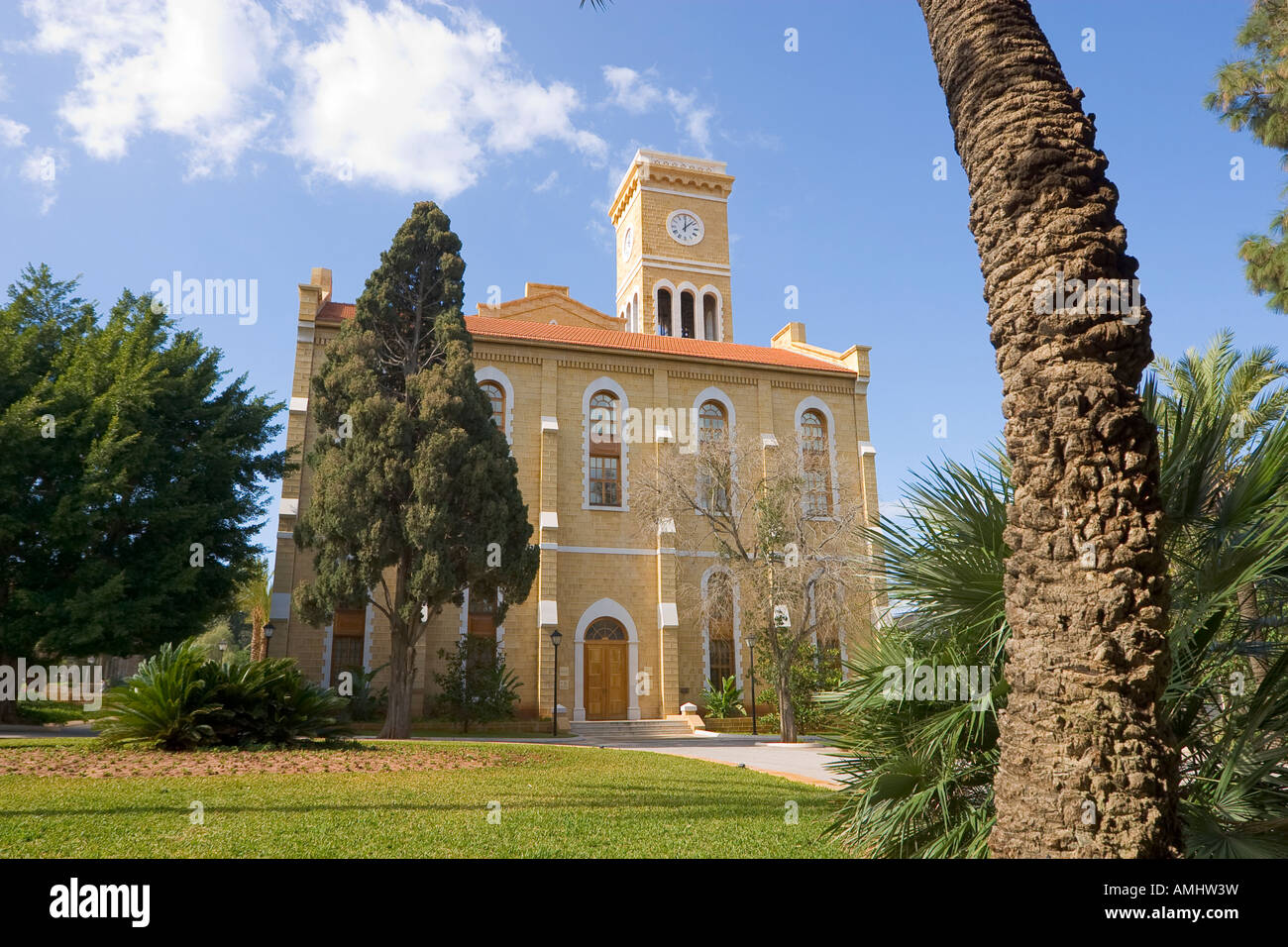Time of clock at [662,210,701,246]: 12:07
